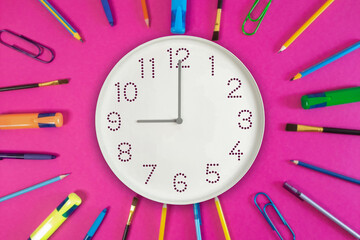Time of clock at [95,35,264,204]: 9:00
